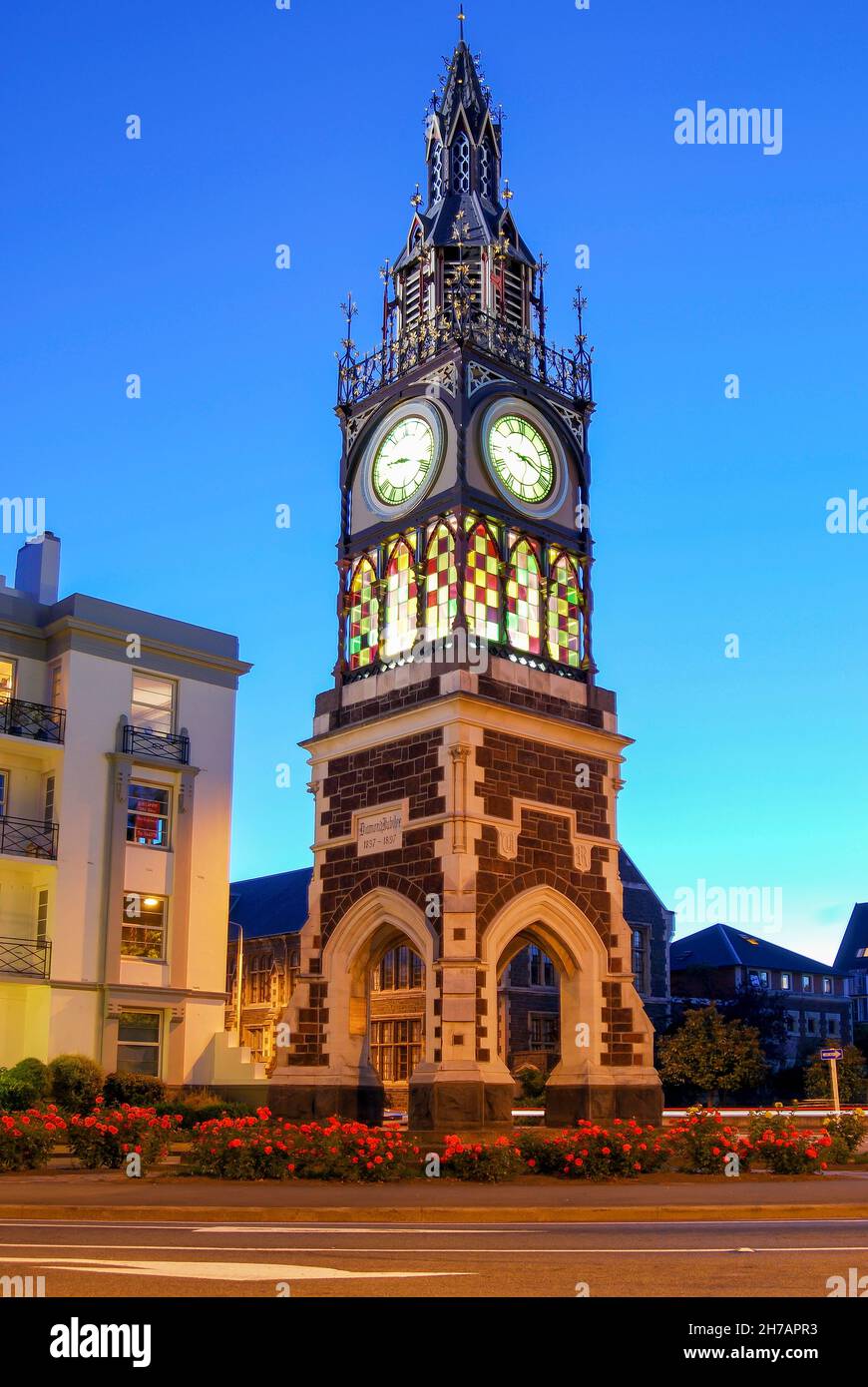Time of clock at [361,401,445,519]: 9:18
